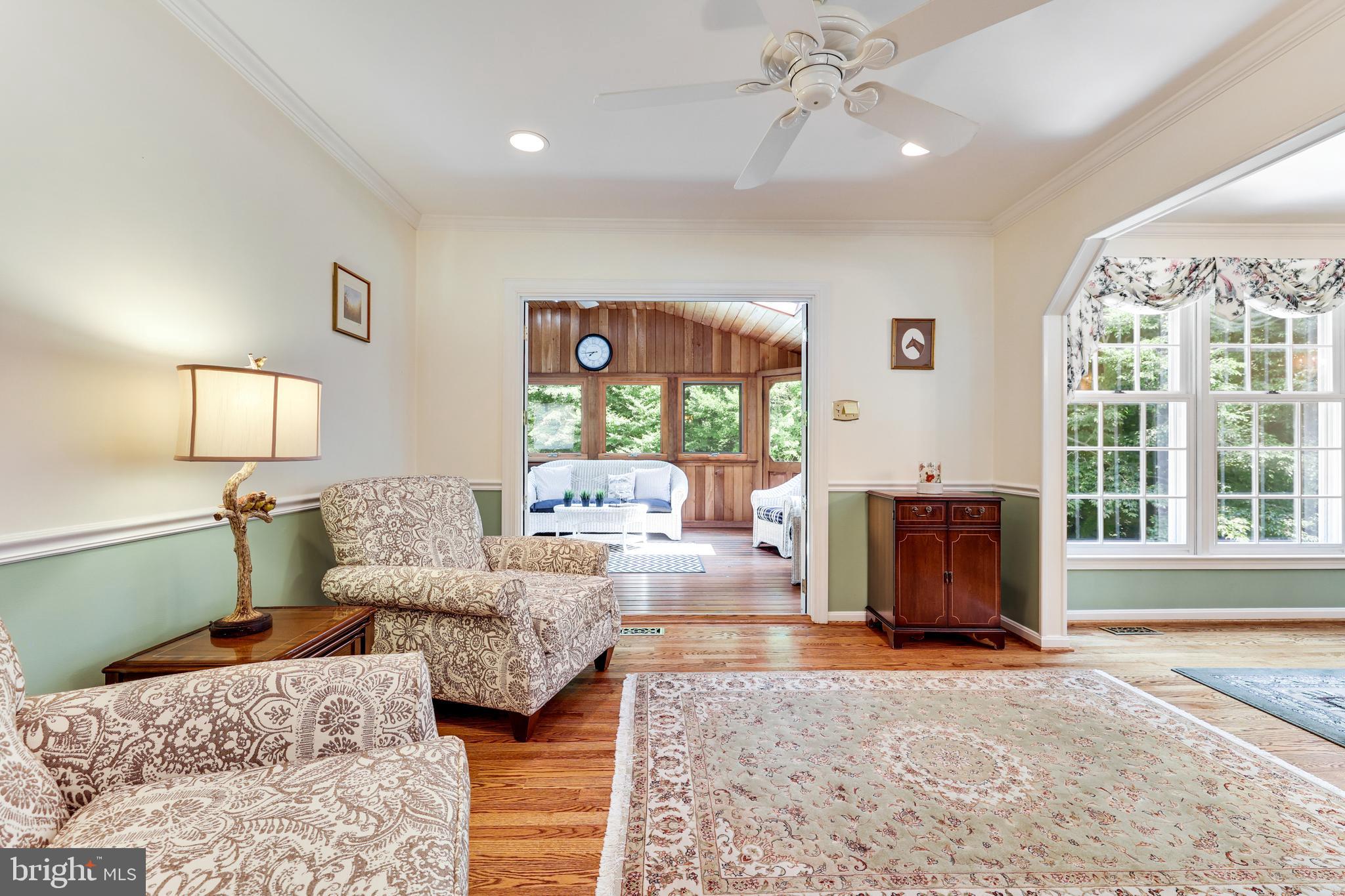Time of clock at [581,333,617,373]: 7:43
